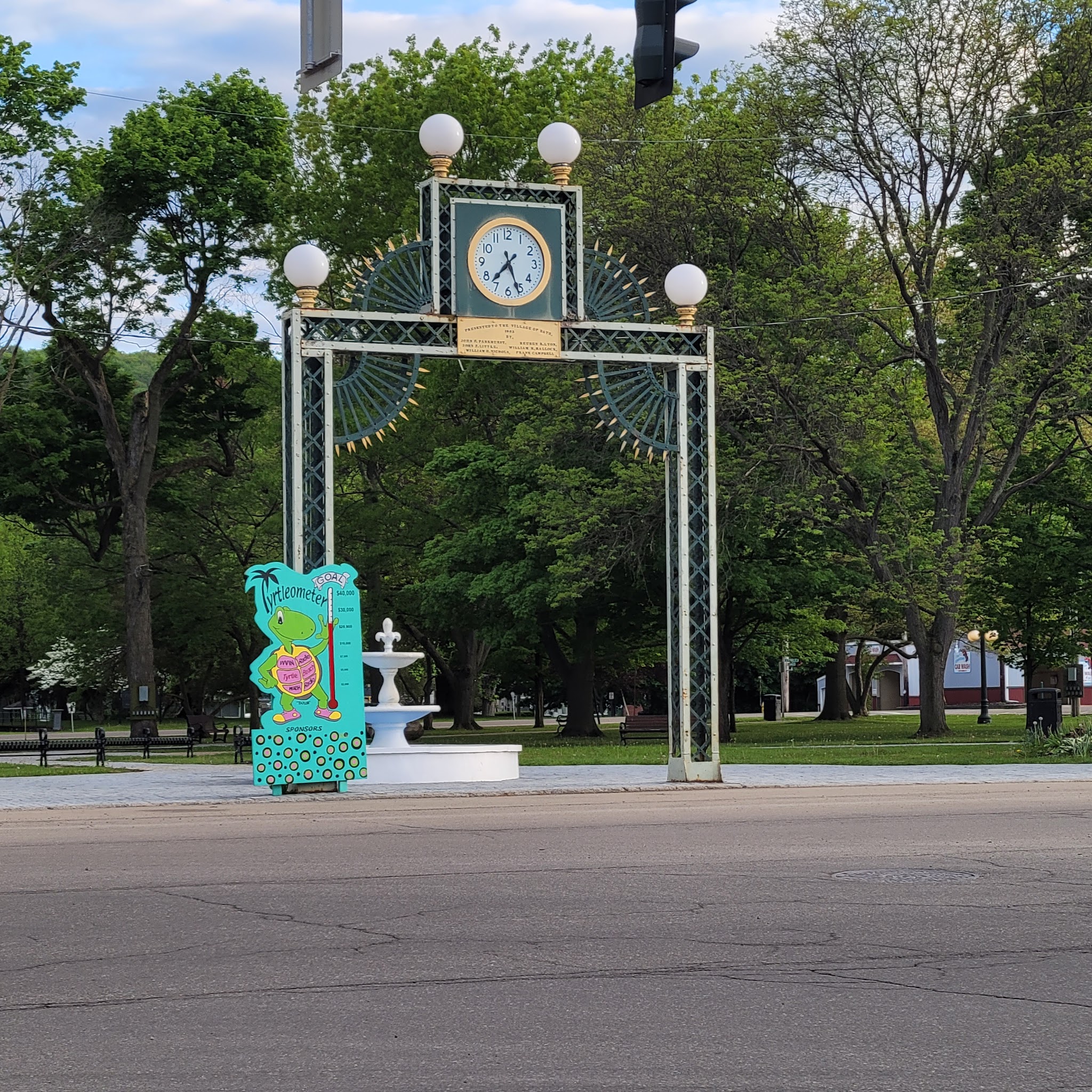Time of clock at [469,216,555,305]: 7:26
